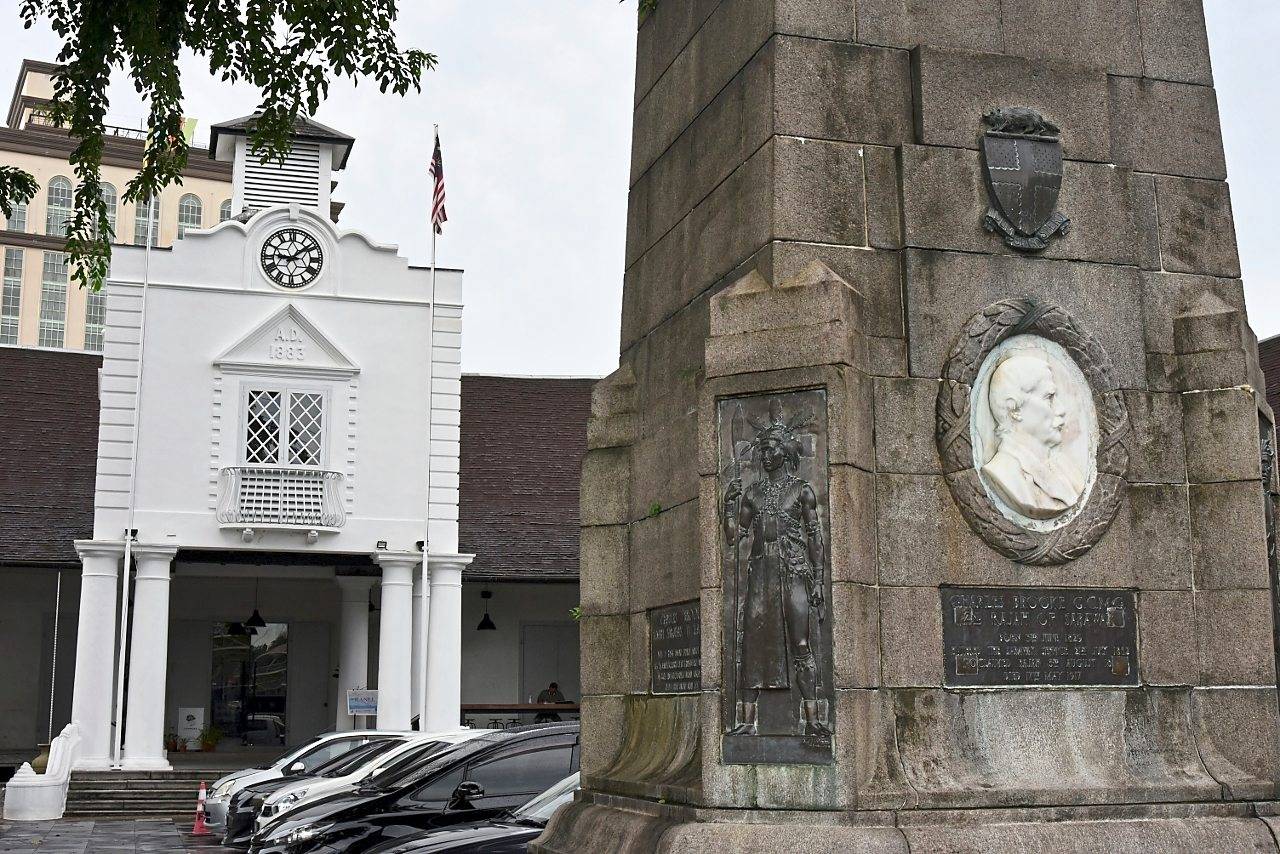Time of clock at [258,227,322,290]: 9:08
